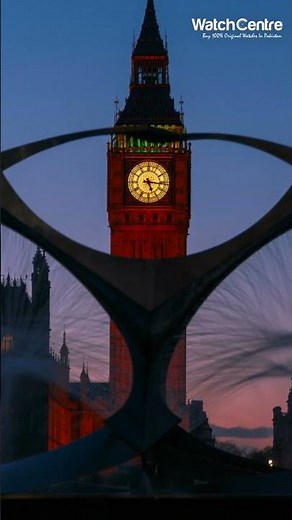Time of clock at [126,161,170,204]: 5:16
